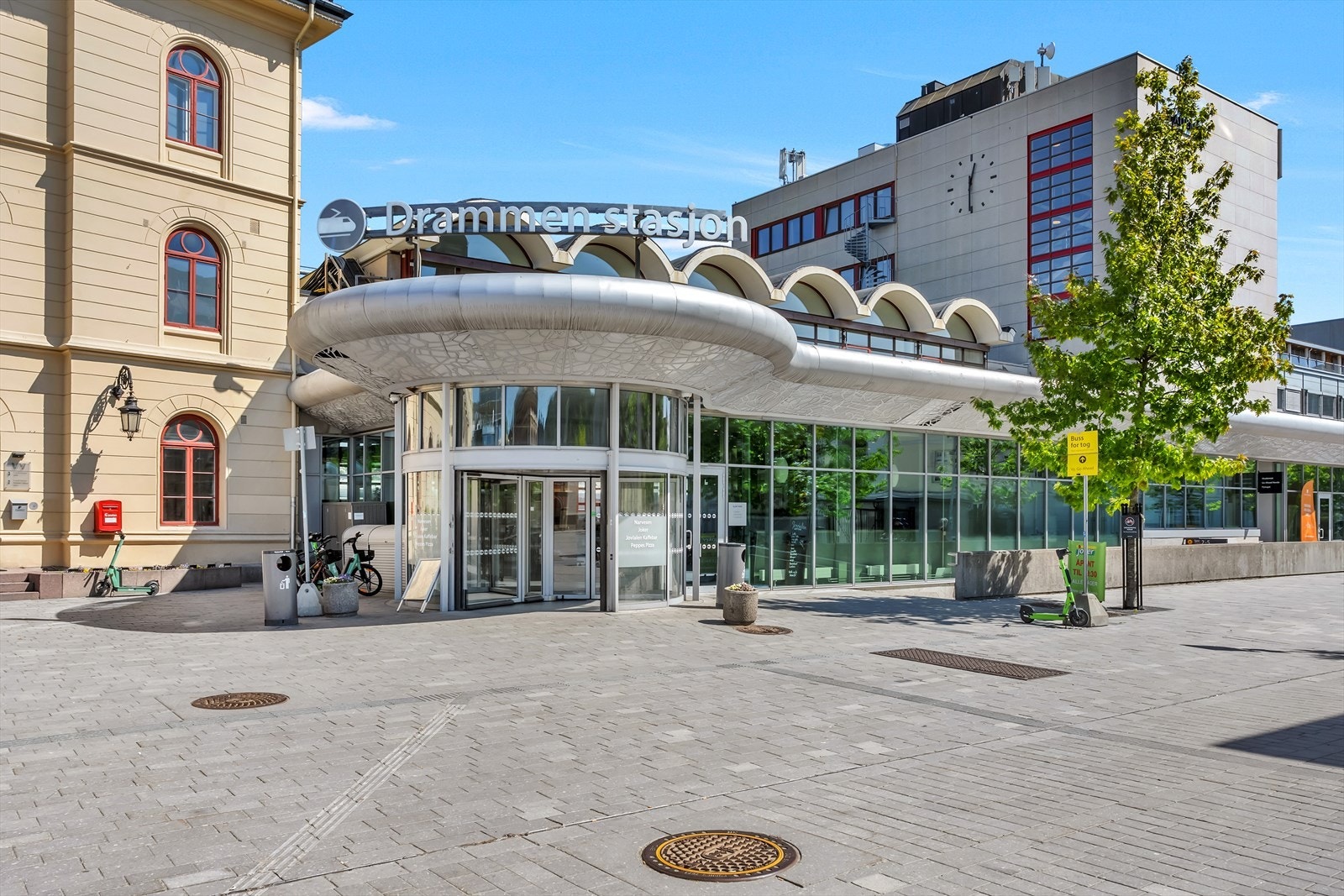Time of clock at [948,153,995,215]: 12:30
